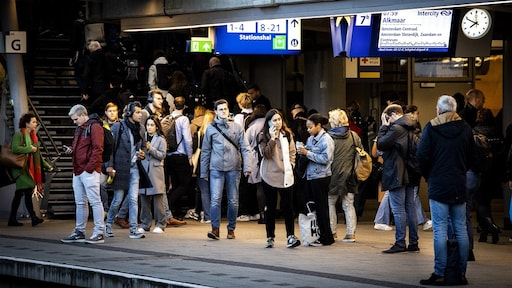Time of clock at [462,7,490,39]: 7:48
